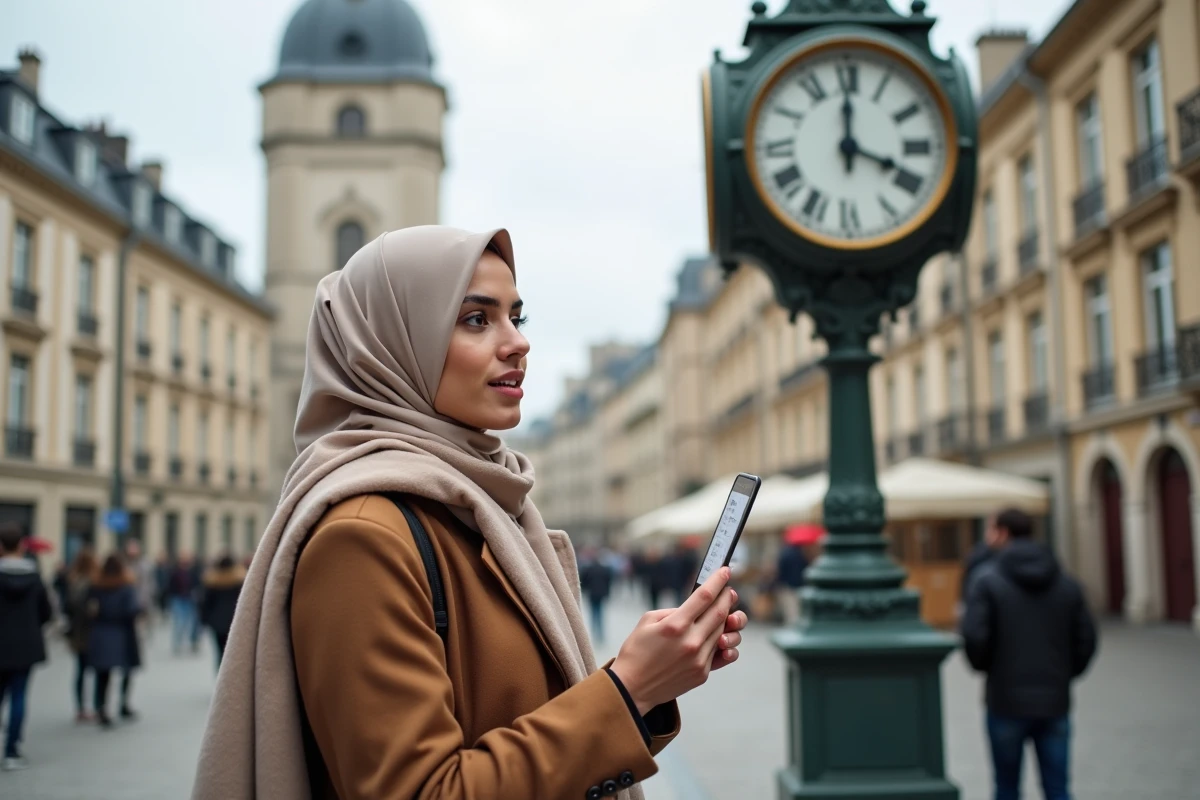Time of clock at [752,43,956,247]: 4:00
